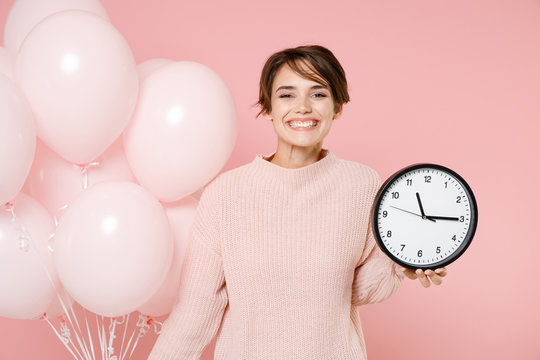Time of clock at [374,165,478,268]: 11:14
